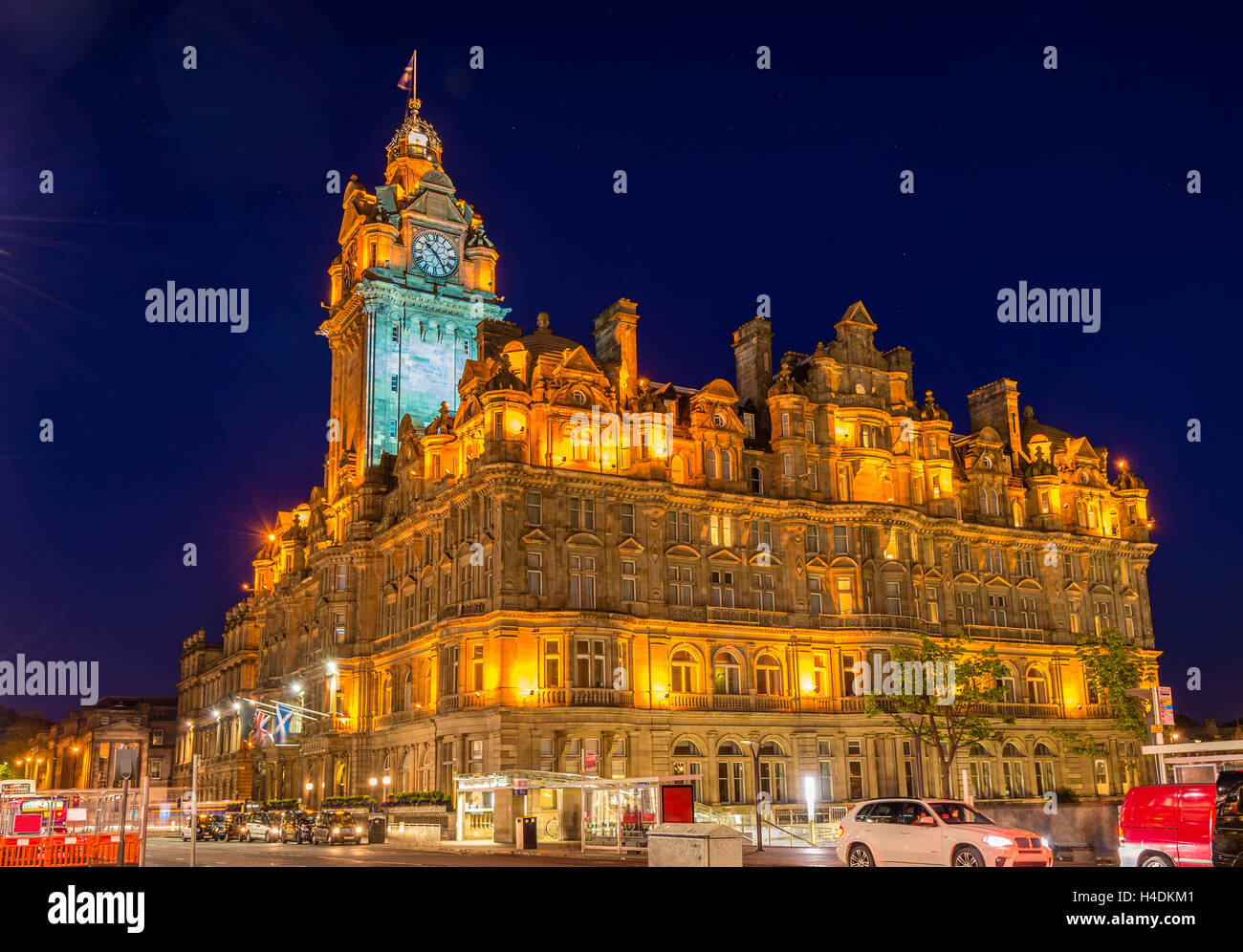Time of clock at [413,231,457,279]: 10:24
